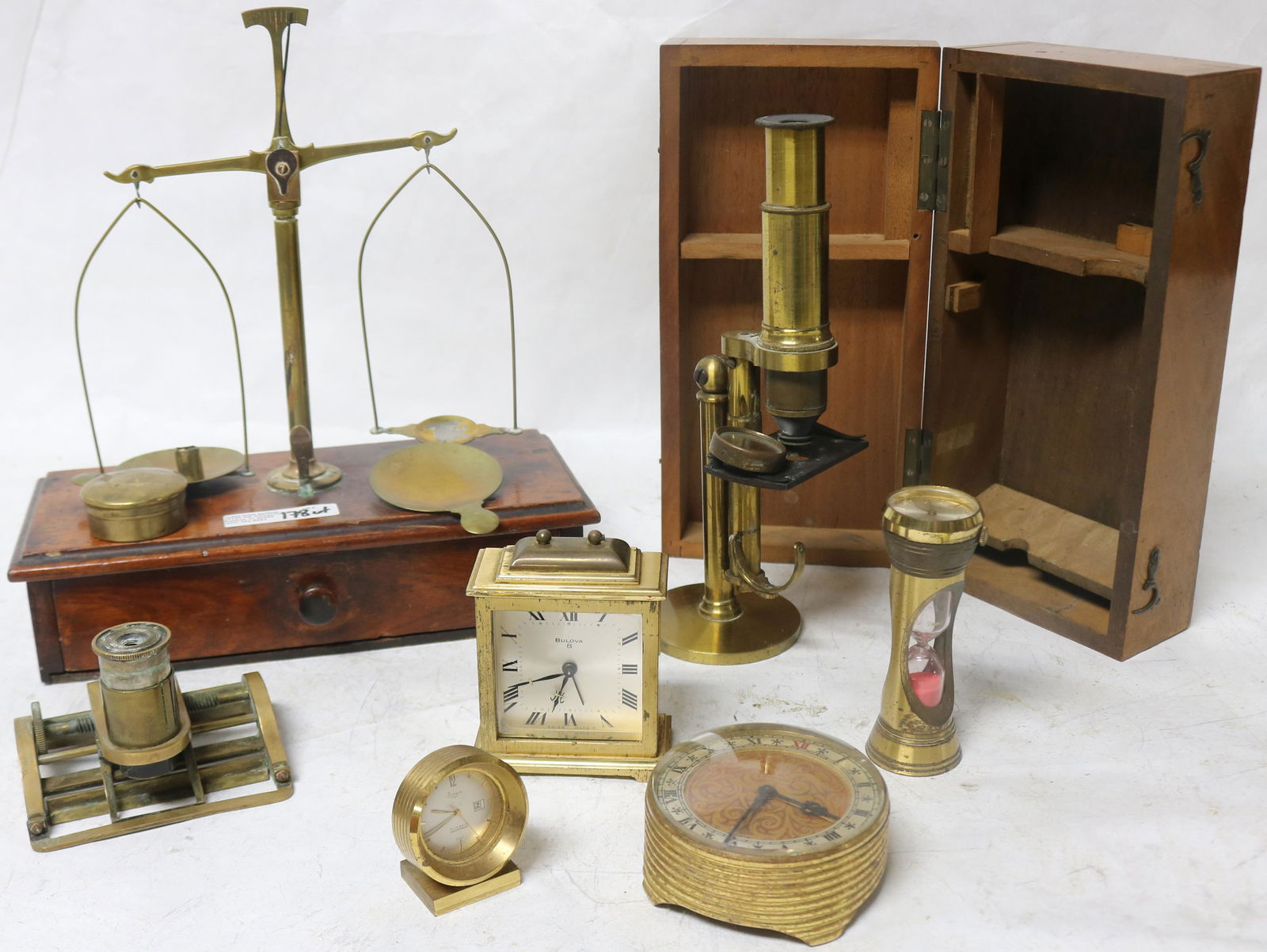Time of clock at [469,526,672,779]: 6:41
